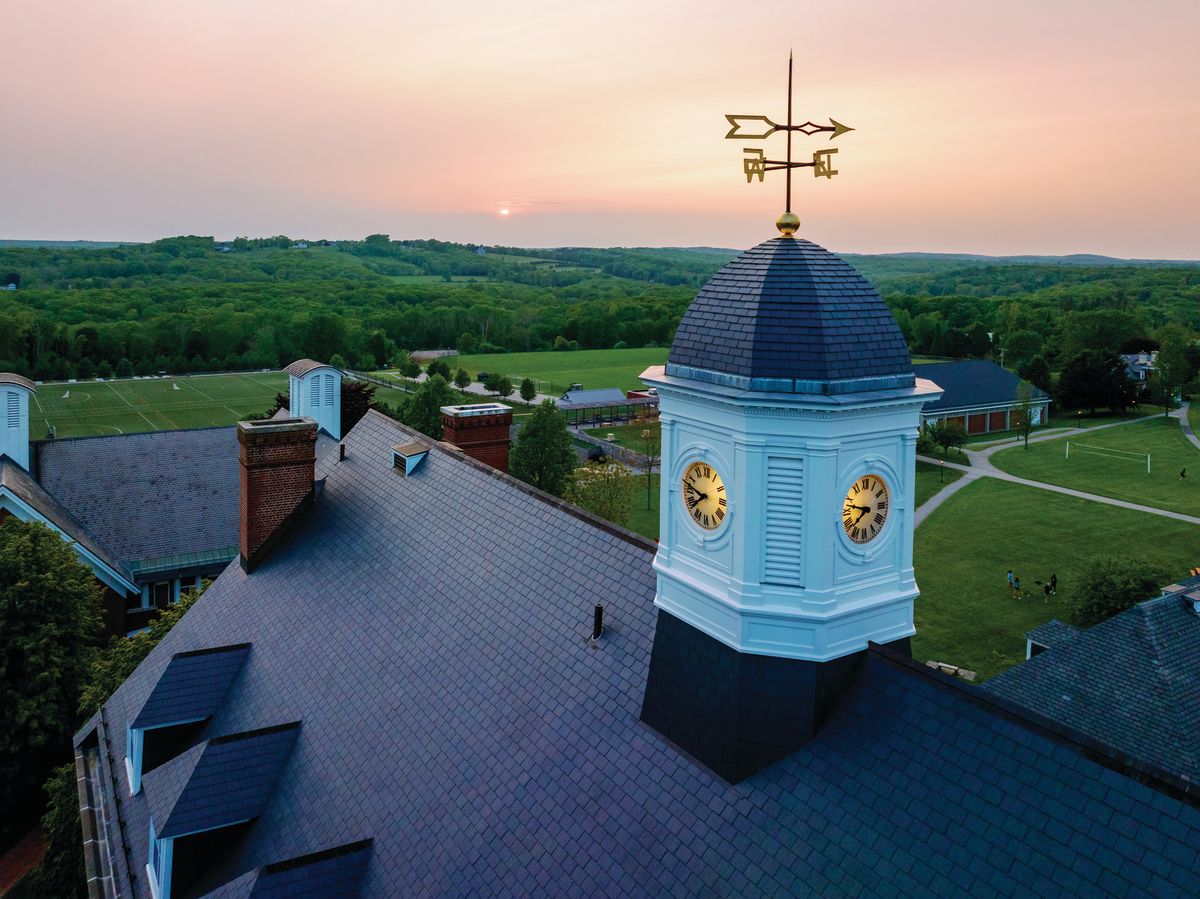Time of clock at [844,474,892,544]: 7:47
